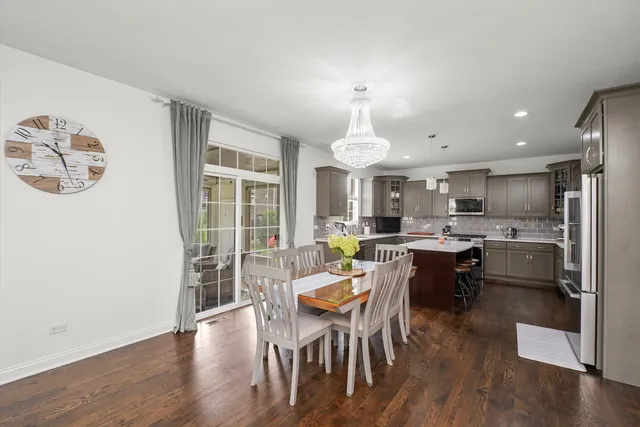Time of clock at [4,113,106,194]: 10:26
